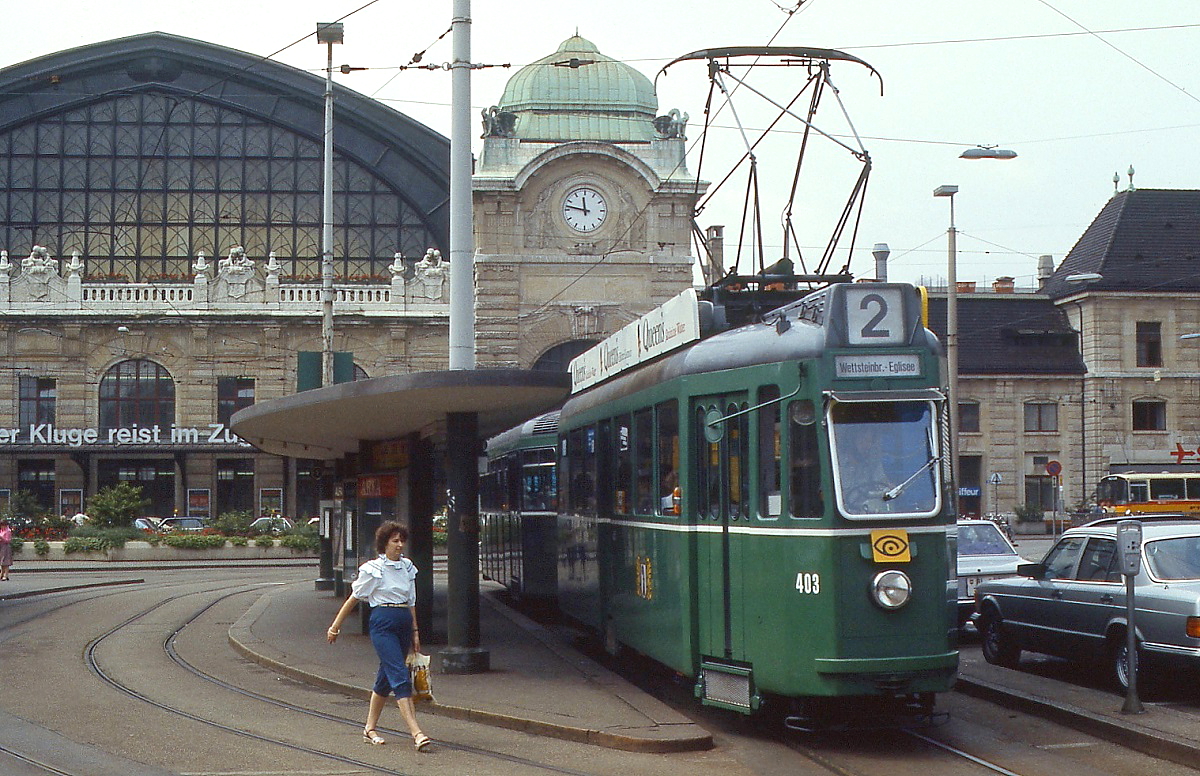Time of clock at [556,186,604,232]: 11:46
